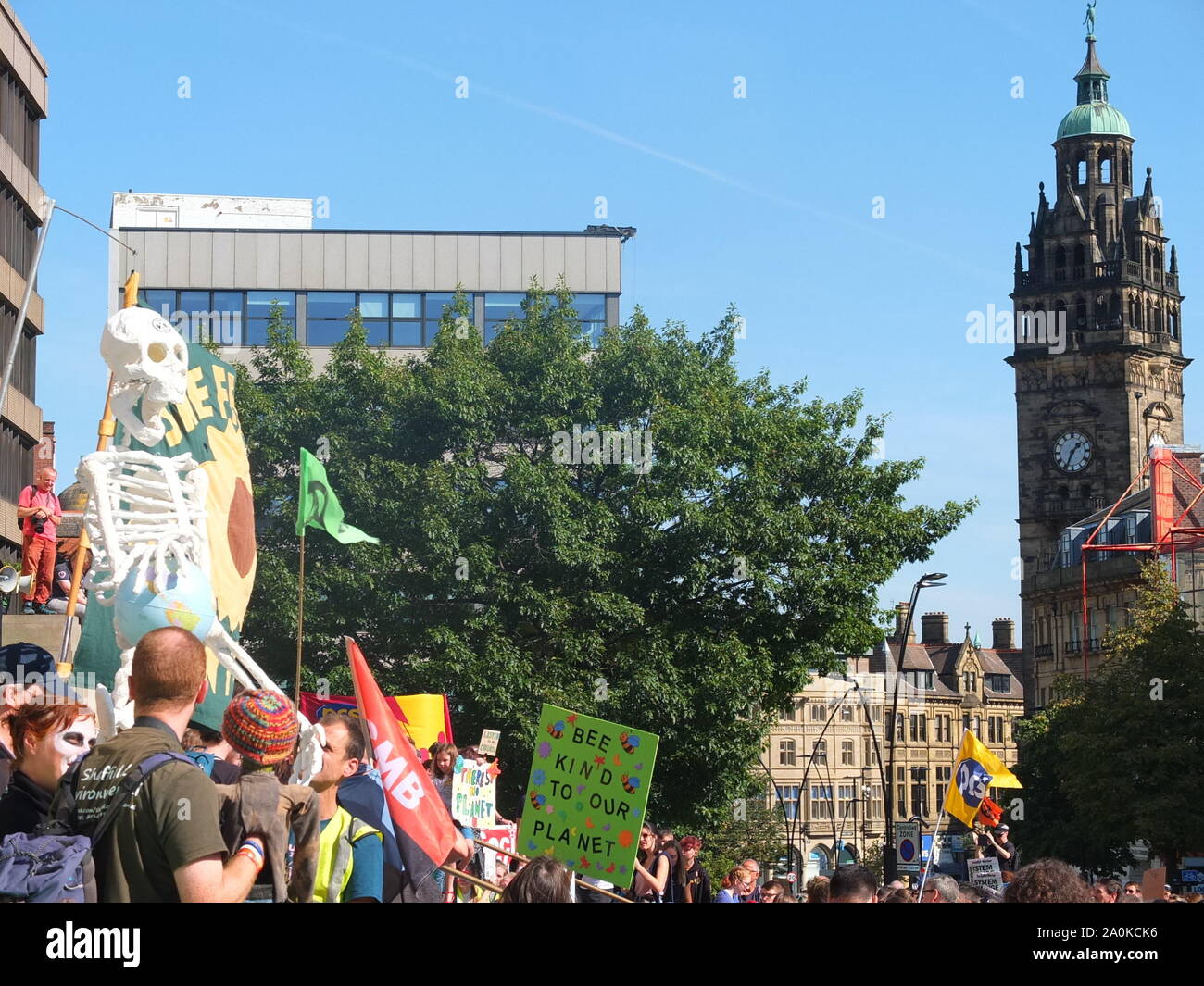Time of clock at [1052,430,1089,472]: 1:34
